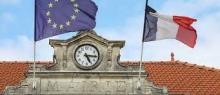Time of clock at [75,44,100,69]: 5:15
